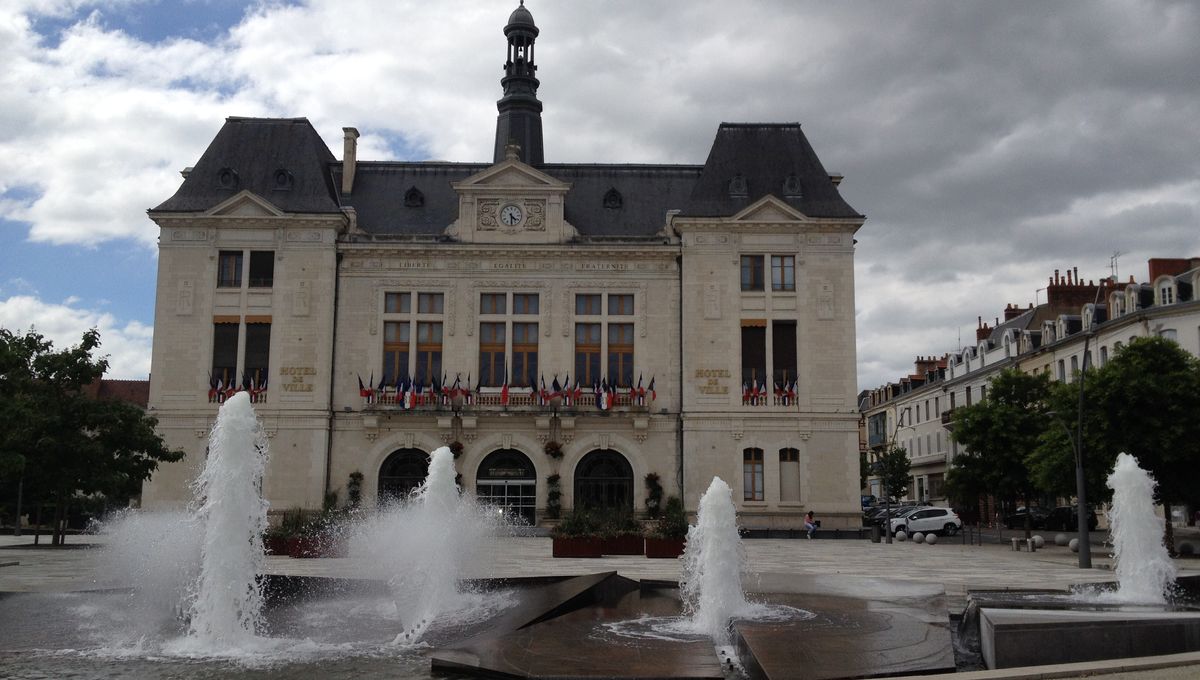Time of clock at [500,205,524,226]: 4:29
